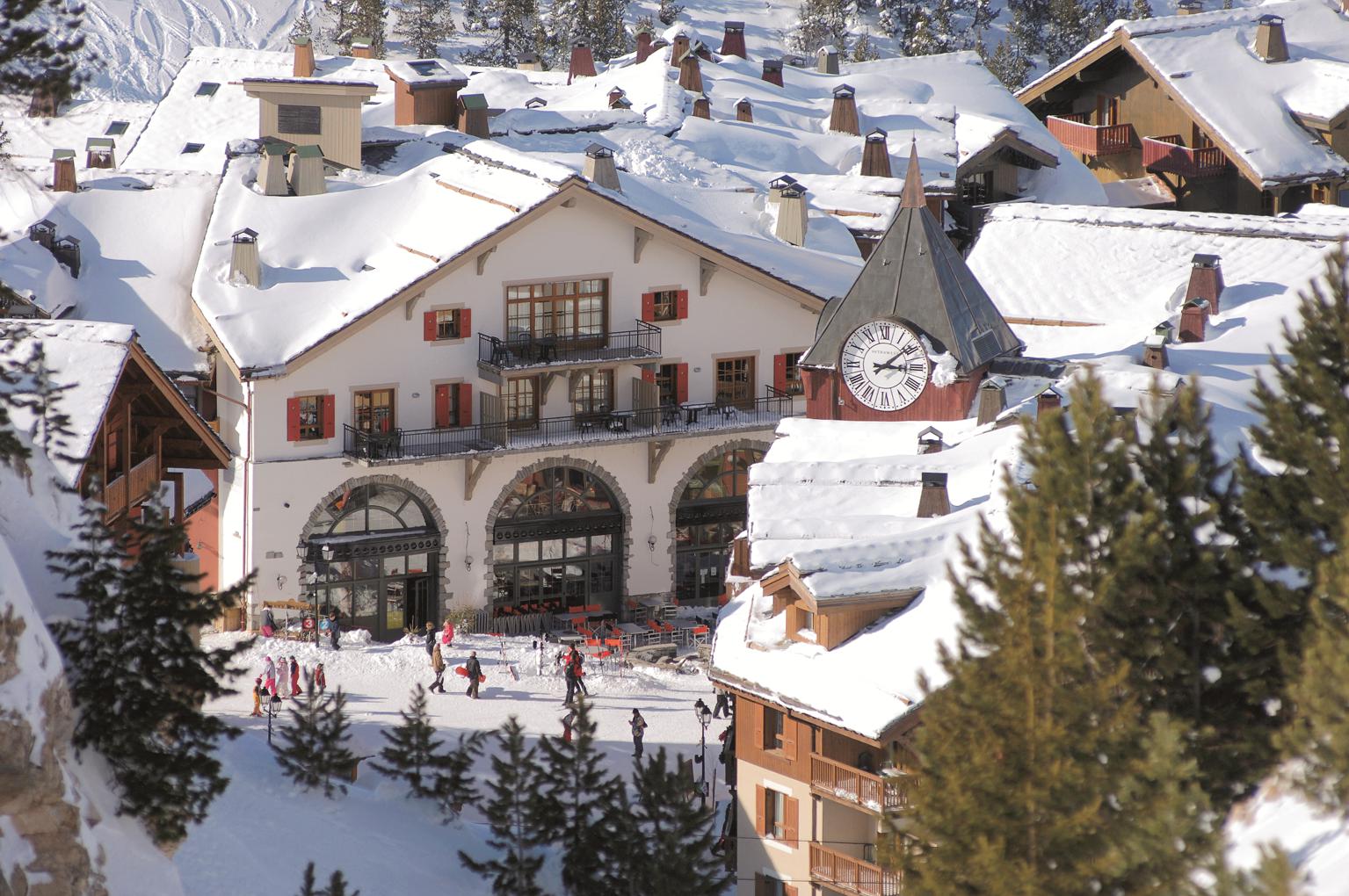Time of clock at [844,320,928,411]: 3:08
